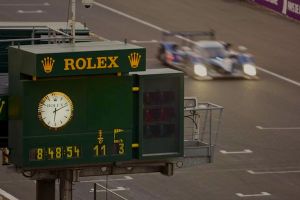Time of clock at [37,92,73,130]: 6:11
